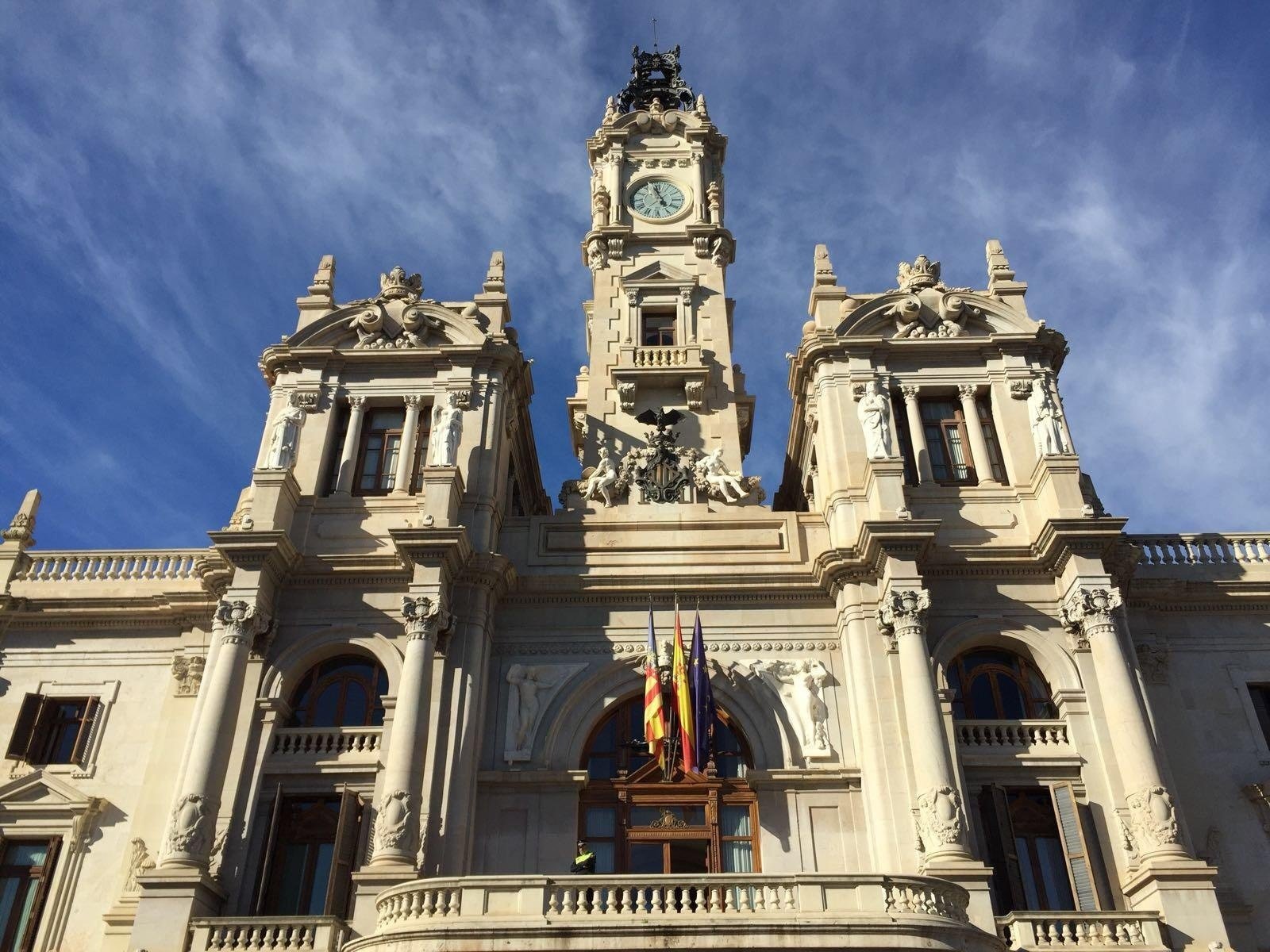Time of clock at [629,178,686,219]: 4:57
